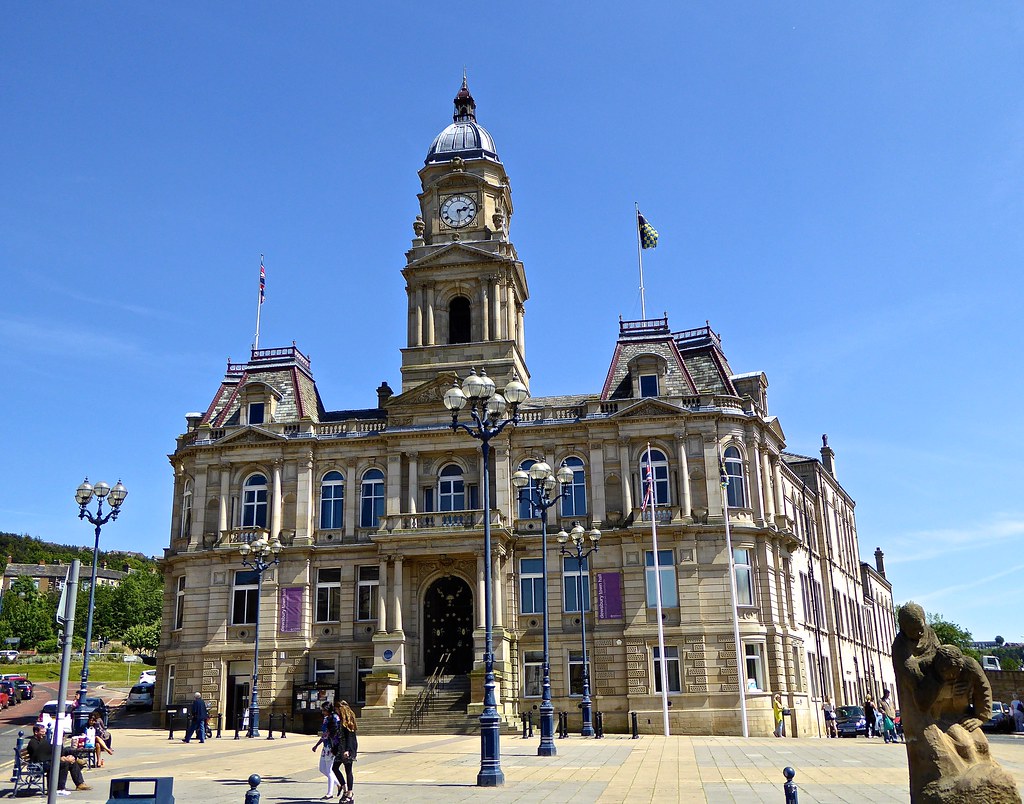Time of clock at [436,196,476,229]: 2:29
